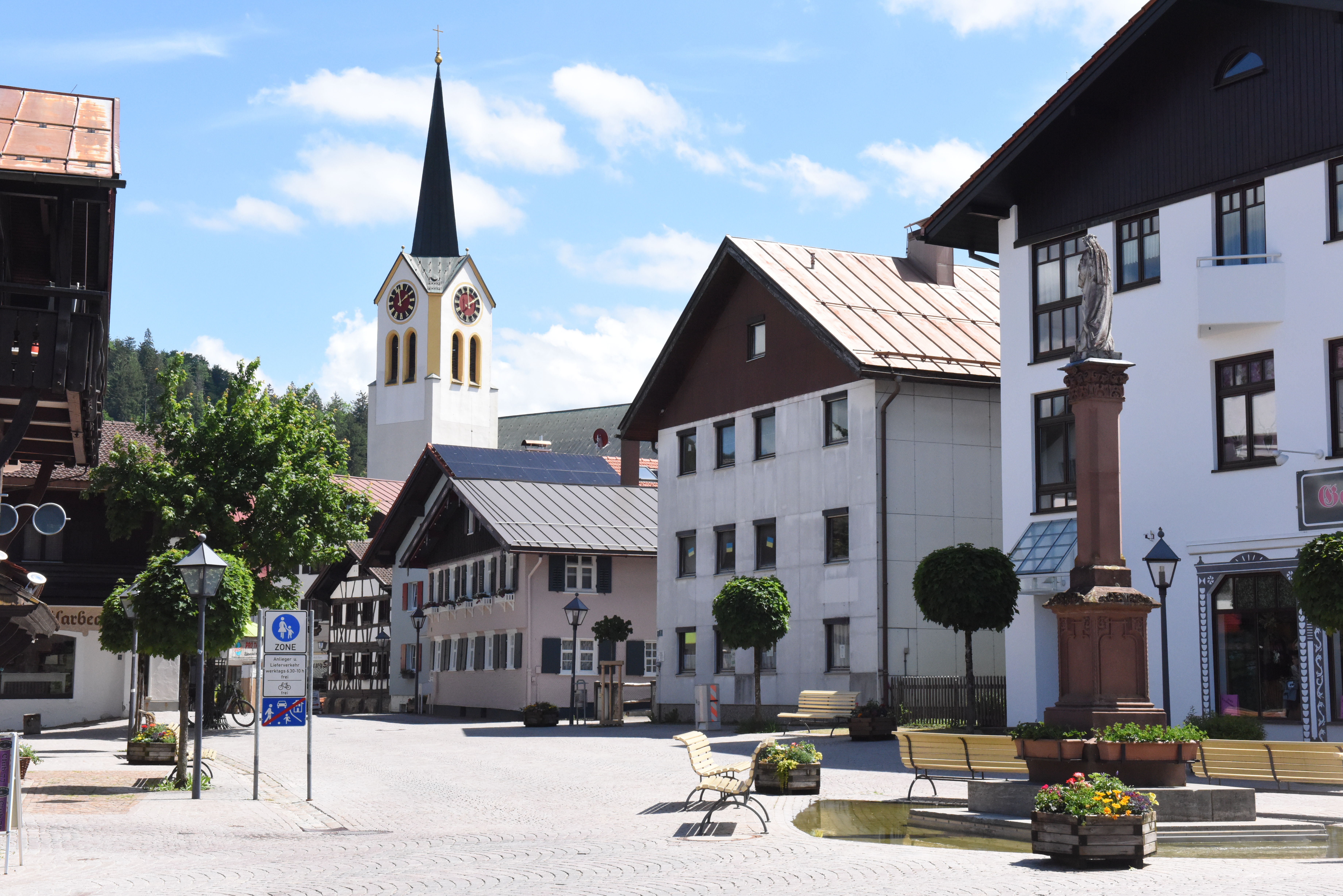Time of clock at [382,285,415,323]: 1:57
